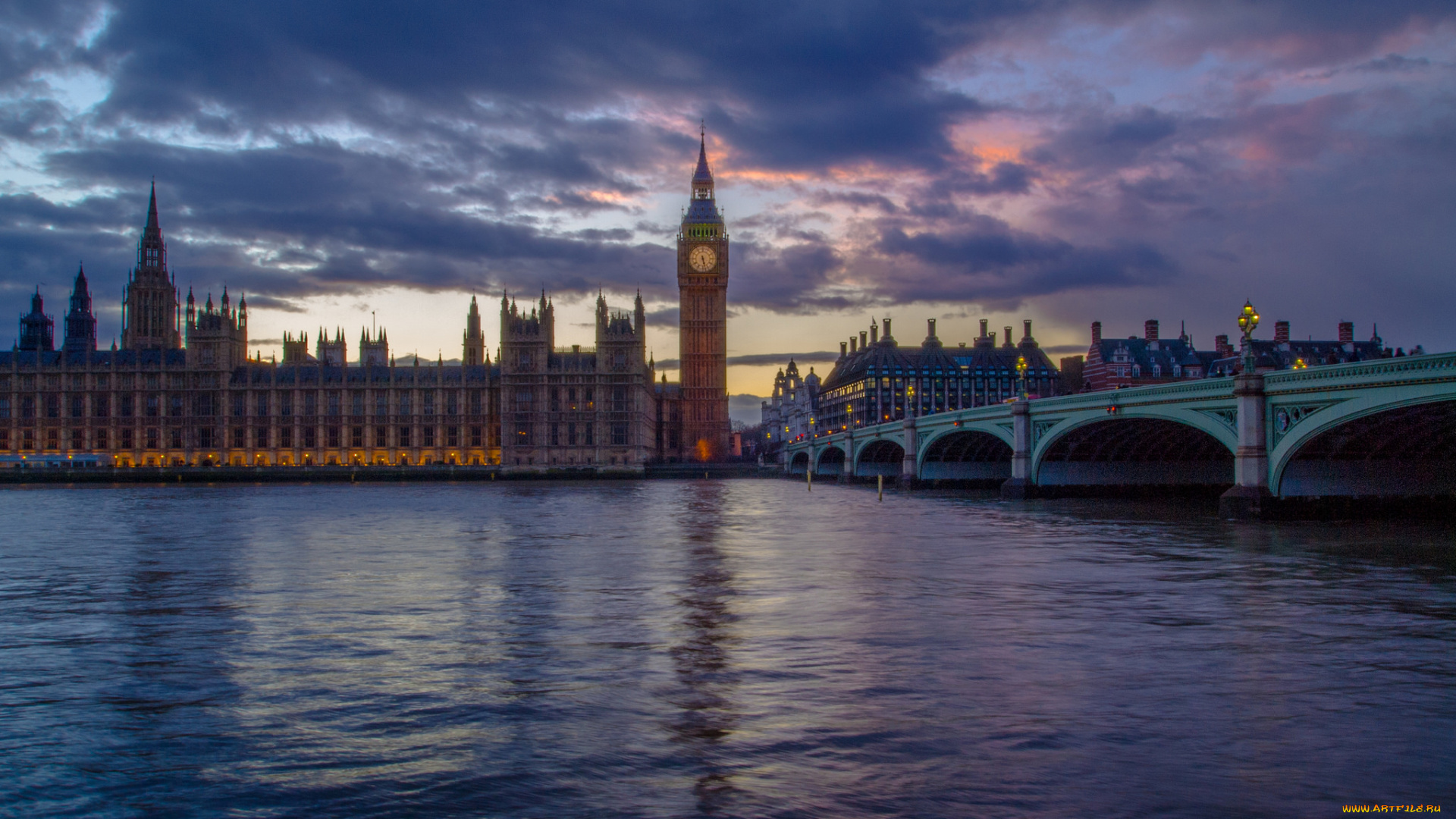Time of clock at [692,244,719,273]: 5:27
